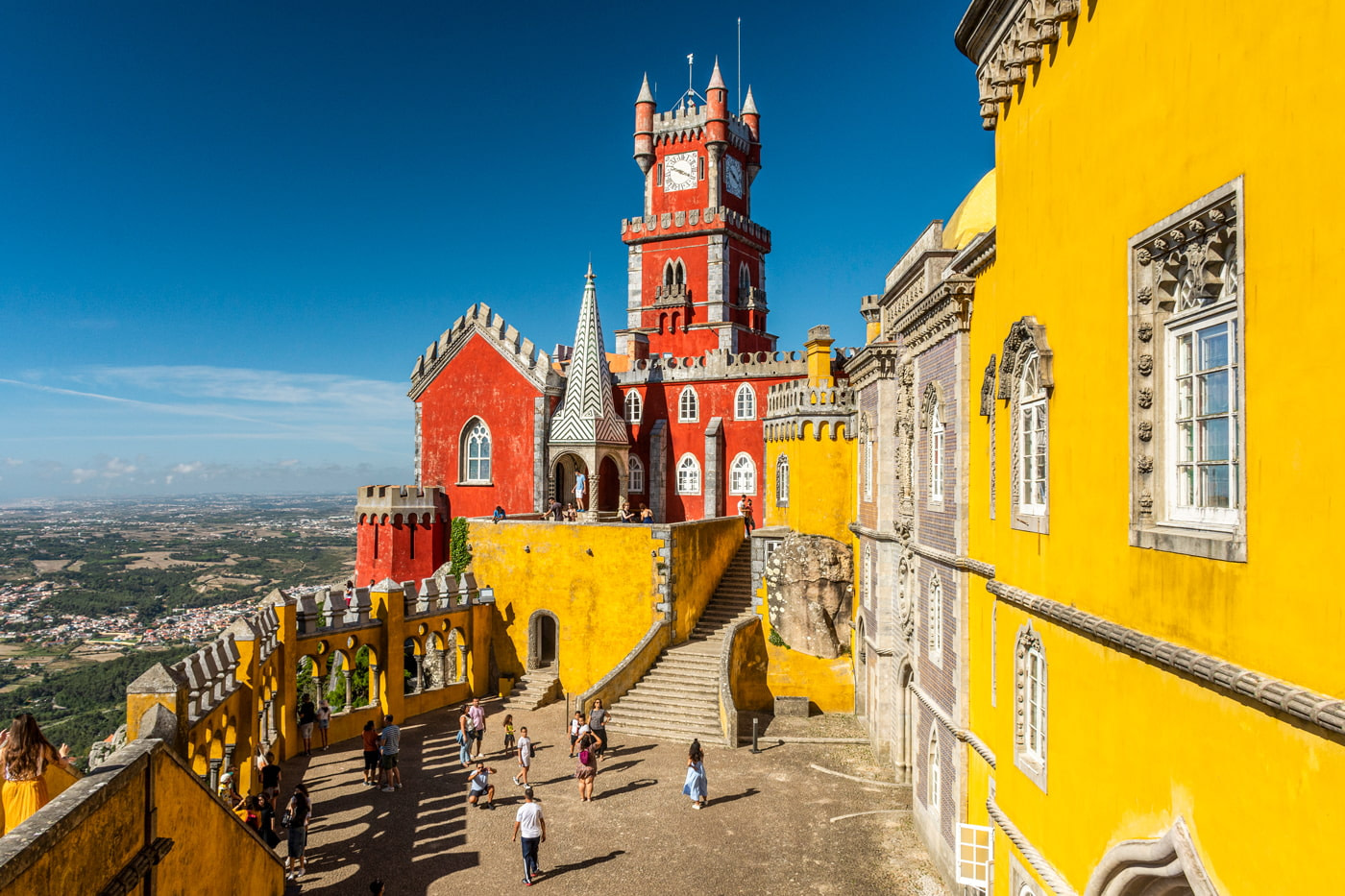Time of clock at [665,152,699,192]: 3:48
